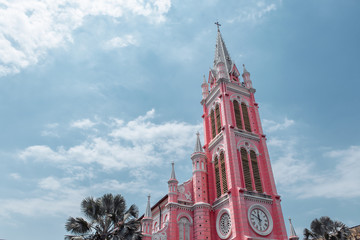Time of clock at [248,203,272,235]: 11:49
